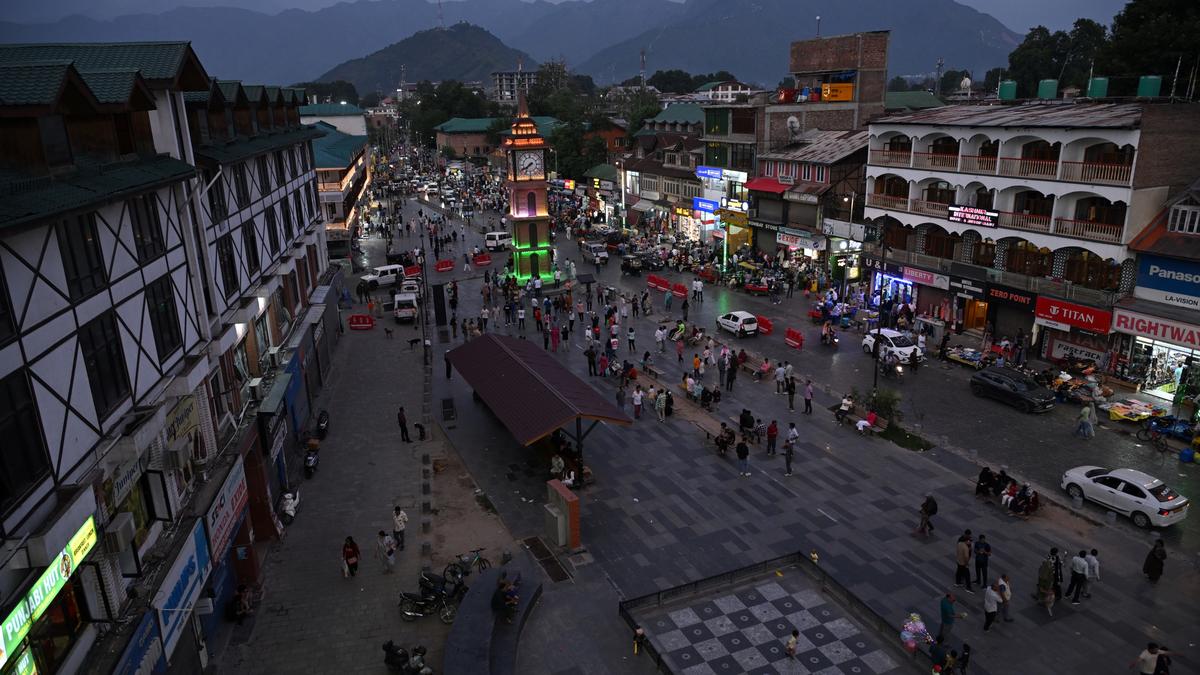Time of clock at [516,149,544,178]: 7:40
